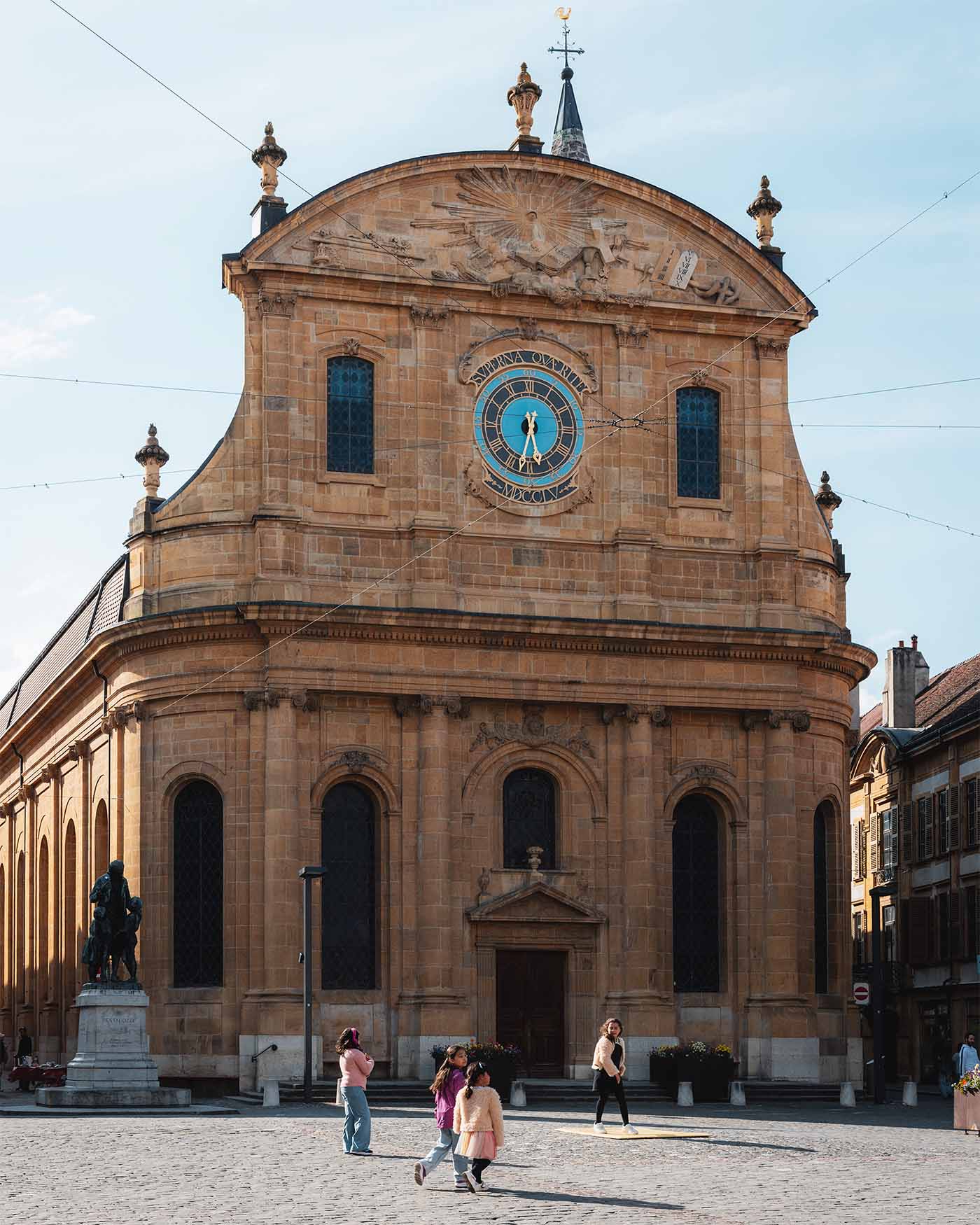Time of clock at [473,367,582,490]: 5:32
